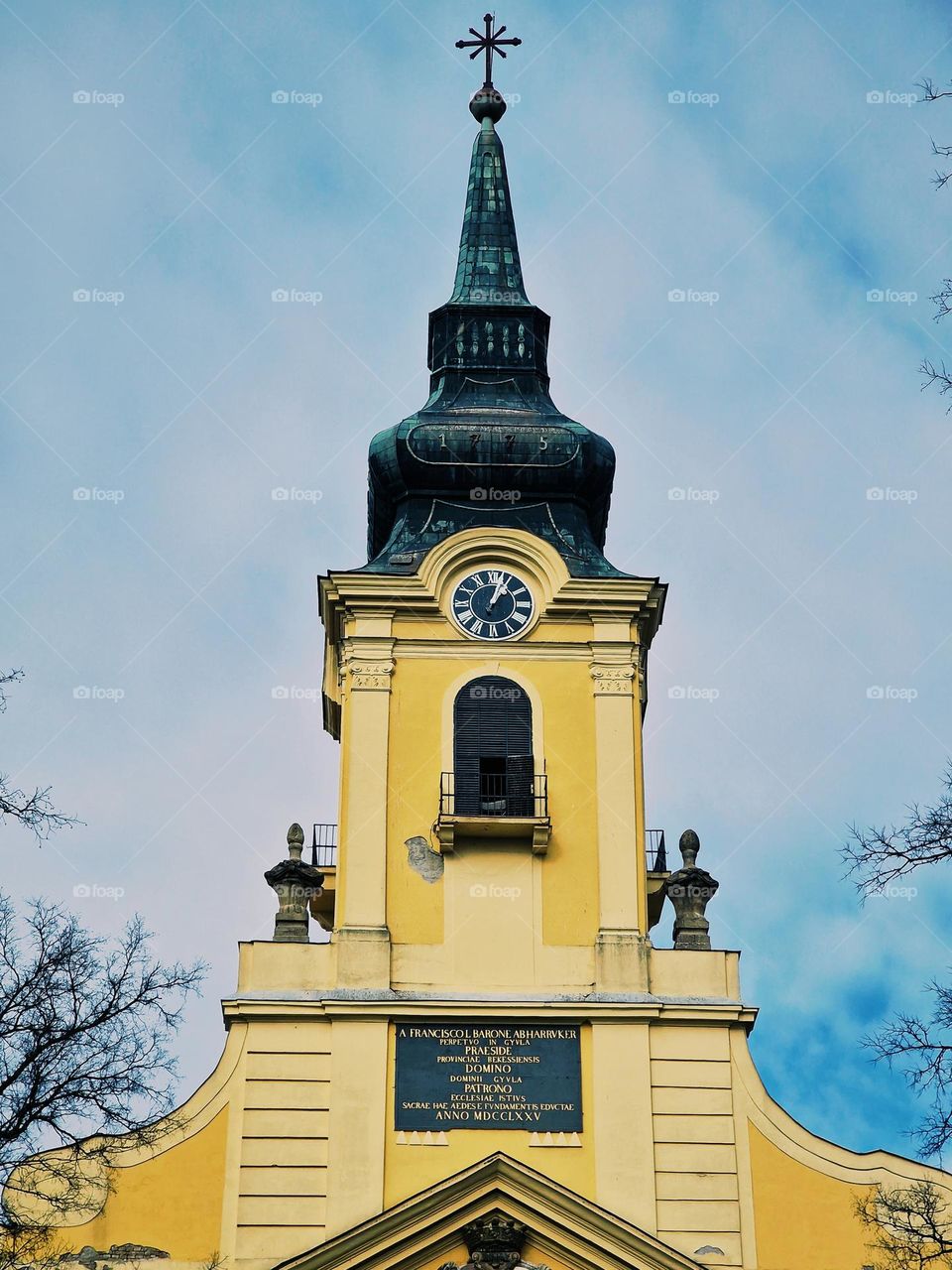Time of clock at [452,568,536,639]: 1:03
